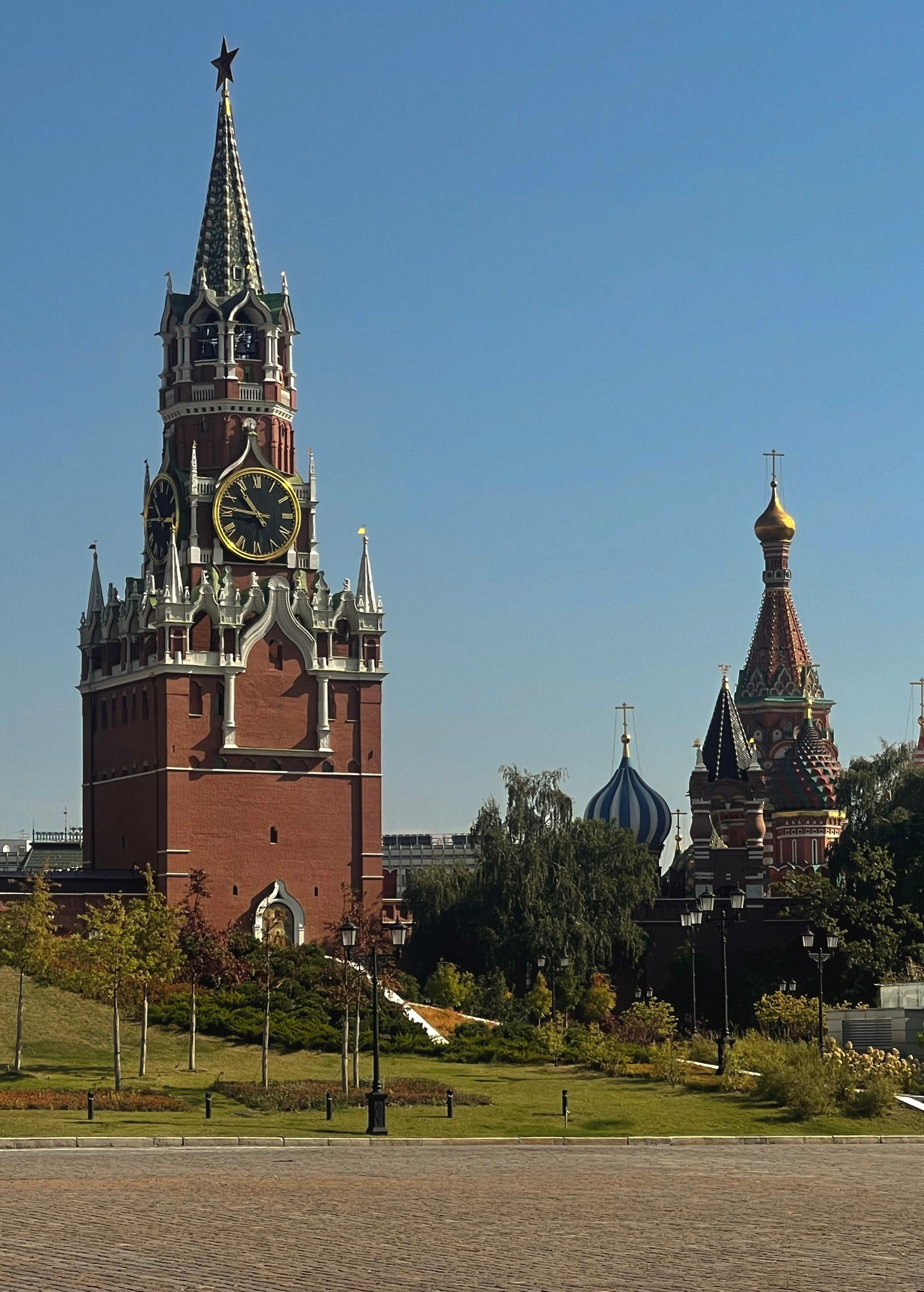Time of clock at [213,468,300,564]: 10:46
